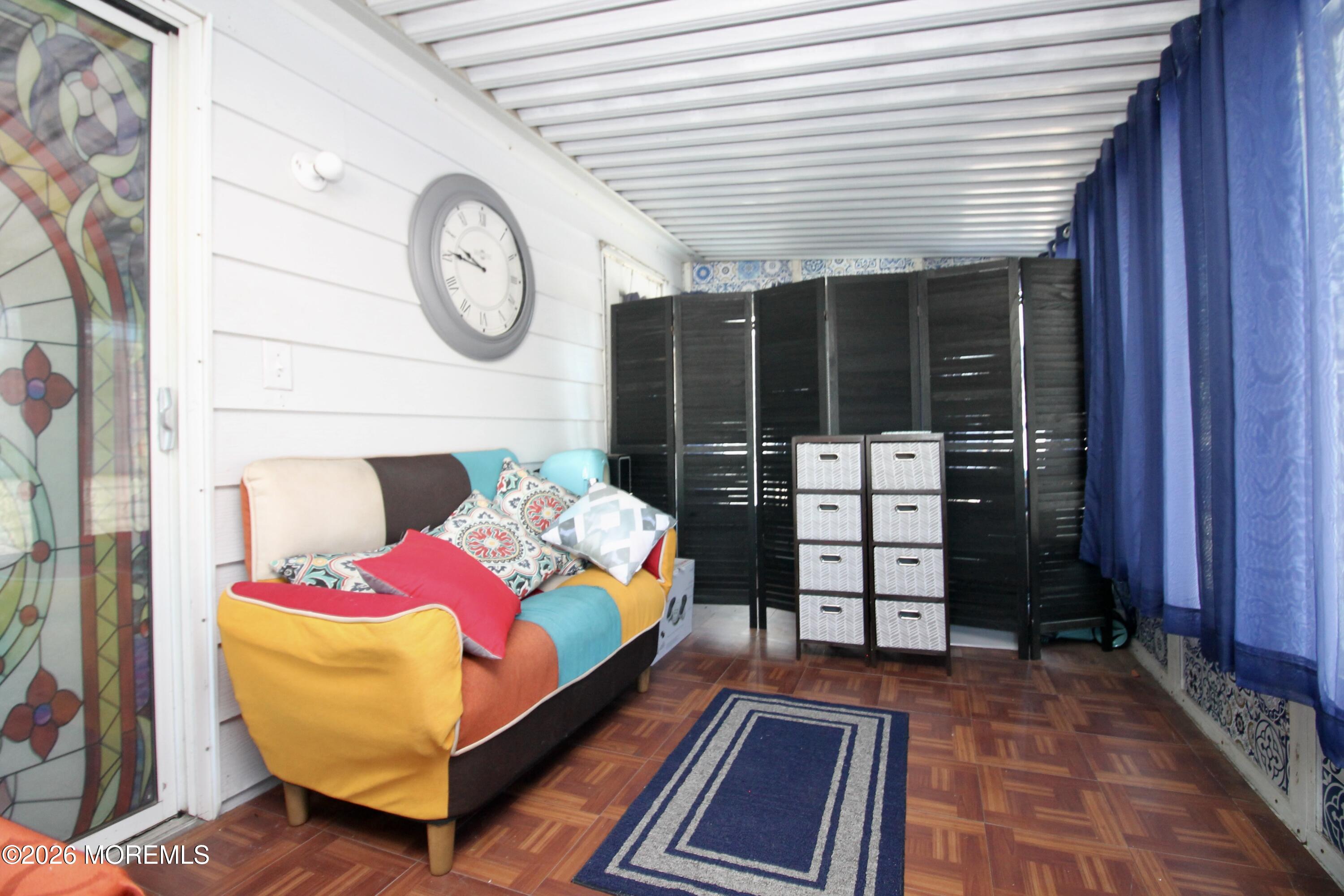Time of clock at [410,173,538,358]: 9:45
